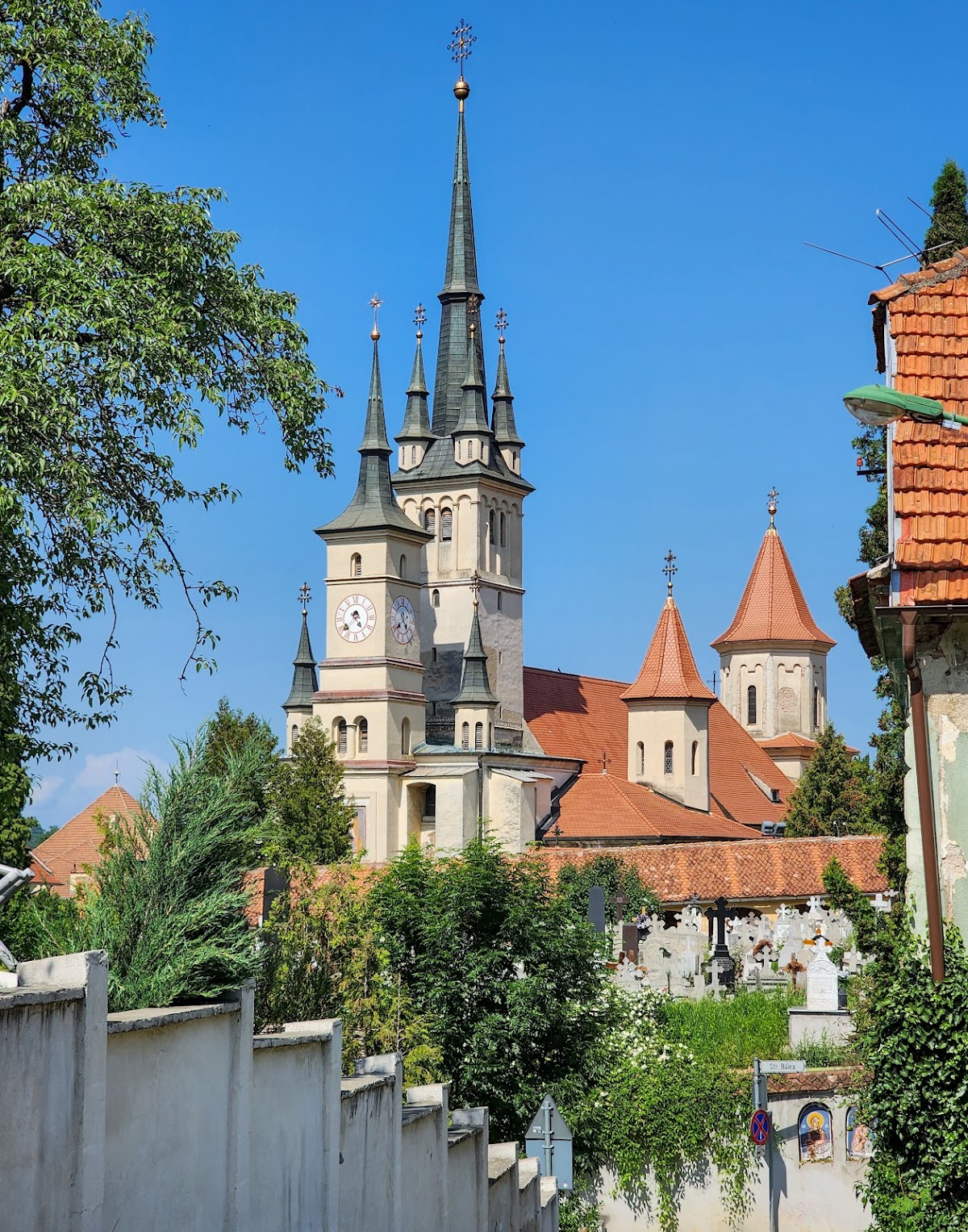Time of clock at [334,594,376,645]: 4:38
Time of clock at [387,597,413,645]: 4:39
